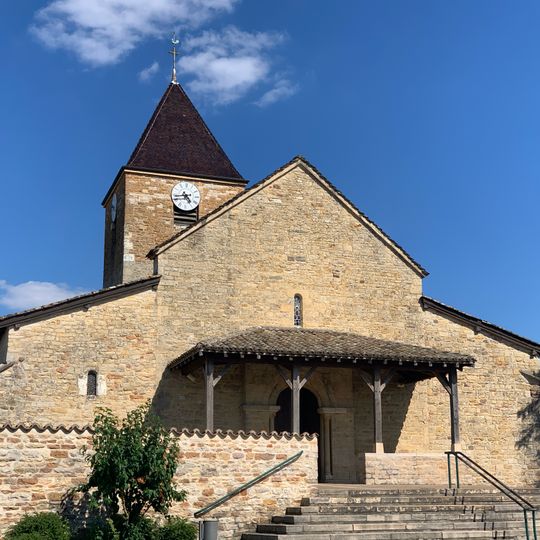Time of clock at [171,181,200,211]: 4:43
